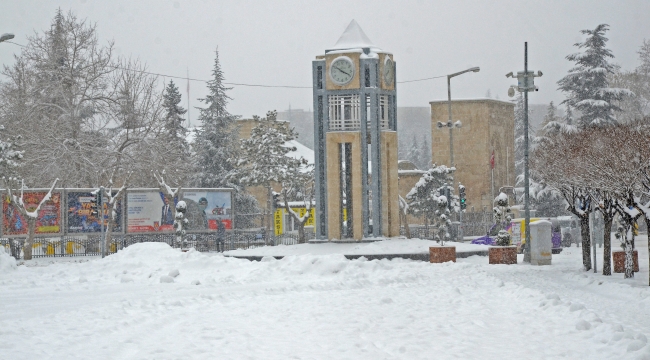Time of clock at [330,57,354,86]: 3:50
